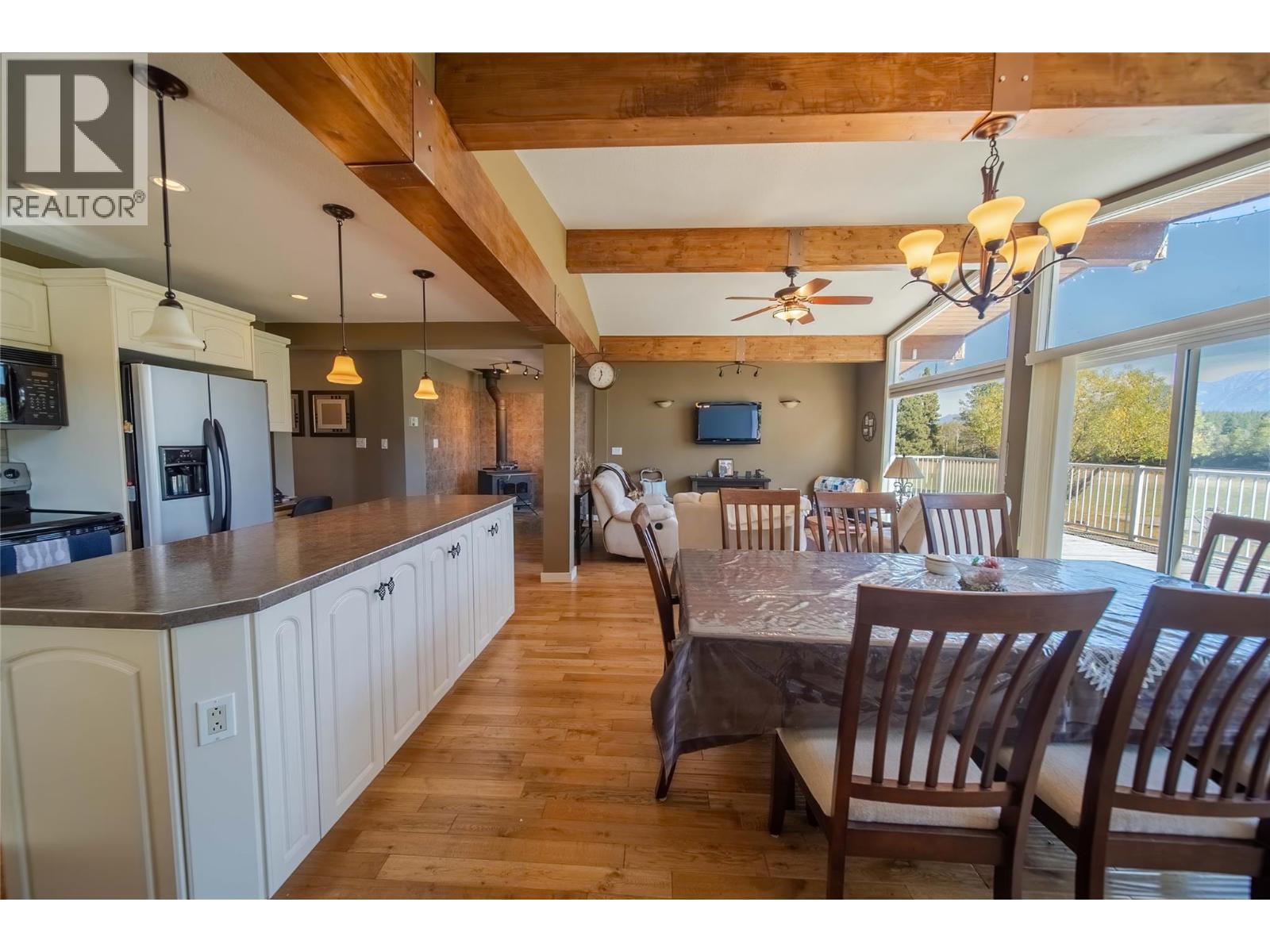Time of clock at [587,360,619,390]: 11:33
